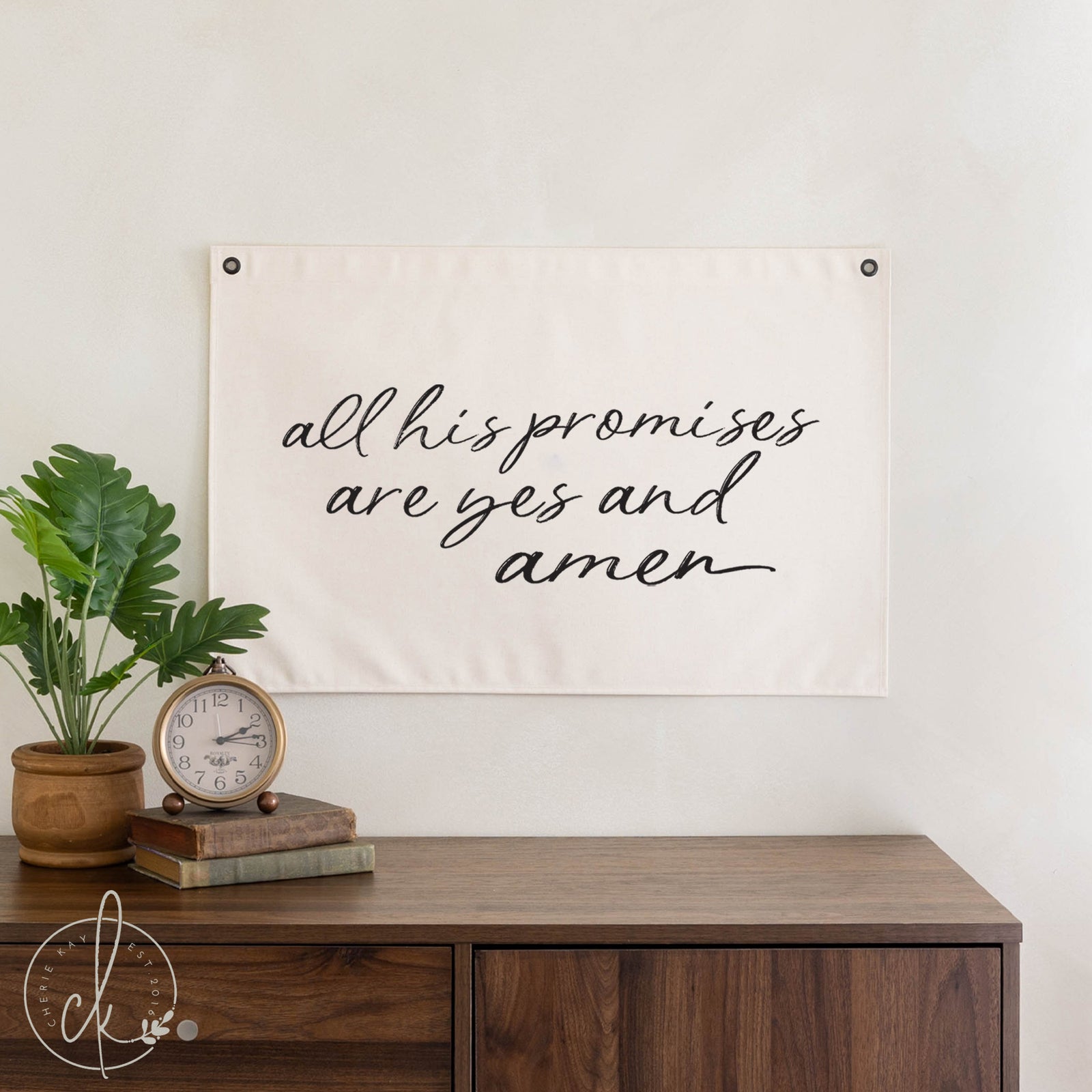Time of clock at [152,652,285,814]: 2:14
